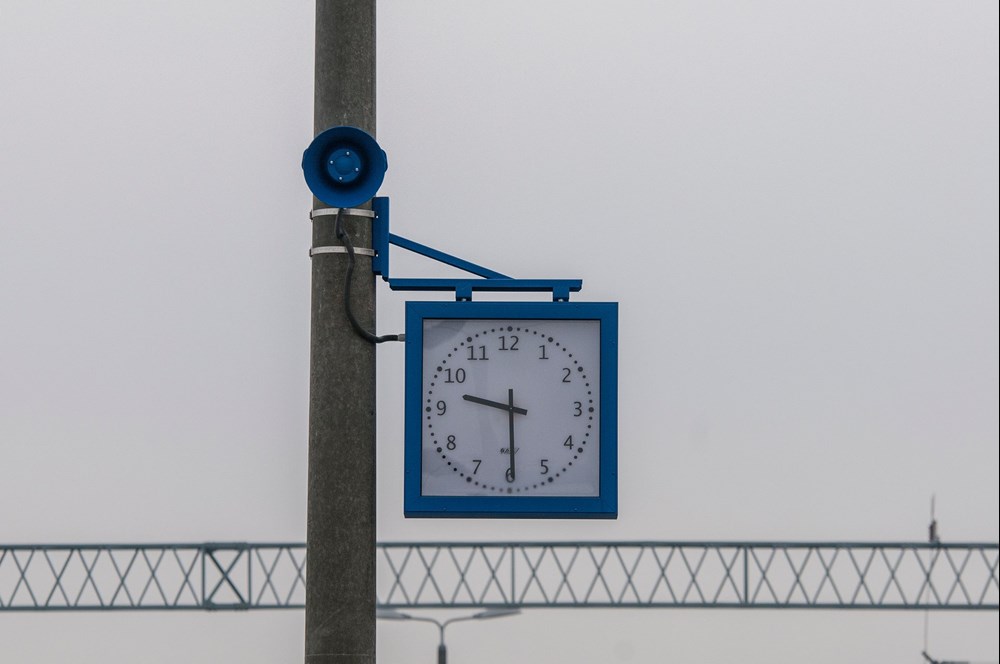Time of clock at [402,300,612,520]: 9:29
